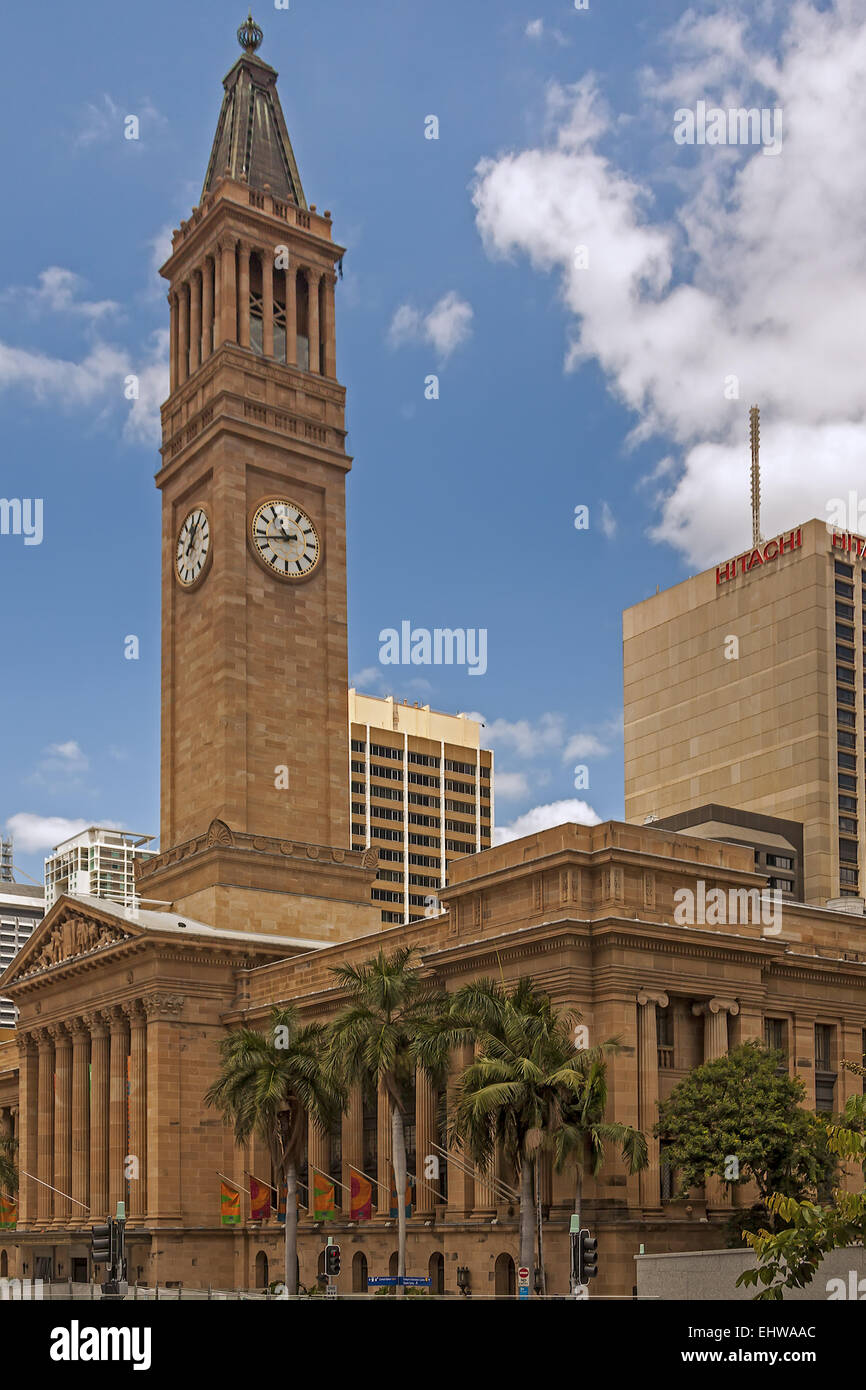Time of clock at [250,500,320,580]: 10:43
